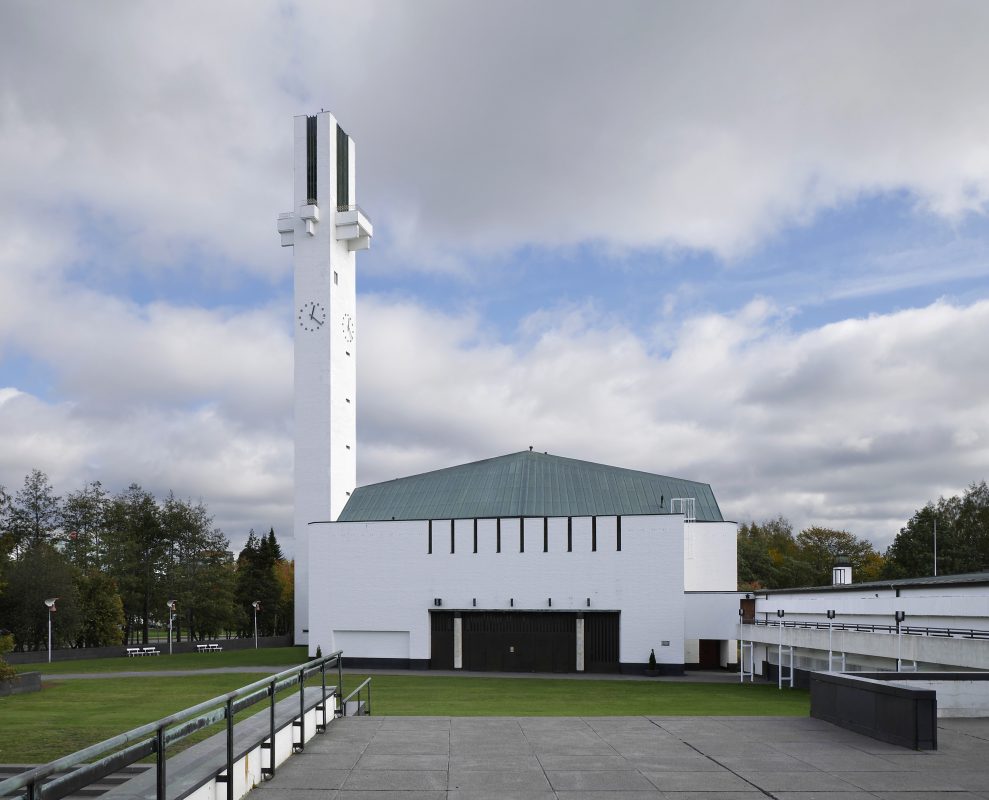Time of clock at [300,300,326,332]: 12:21
